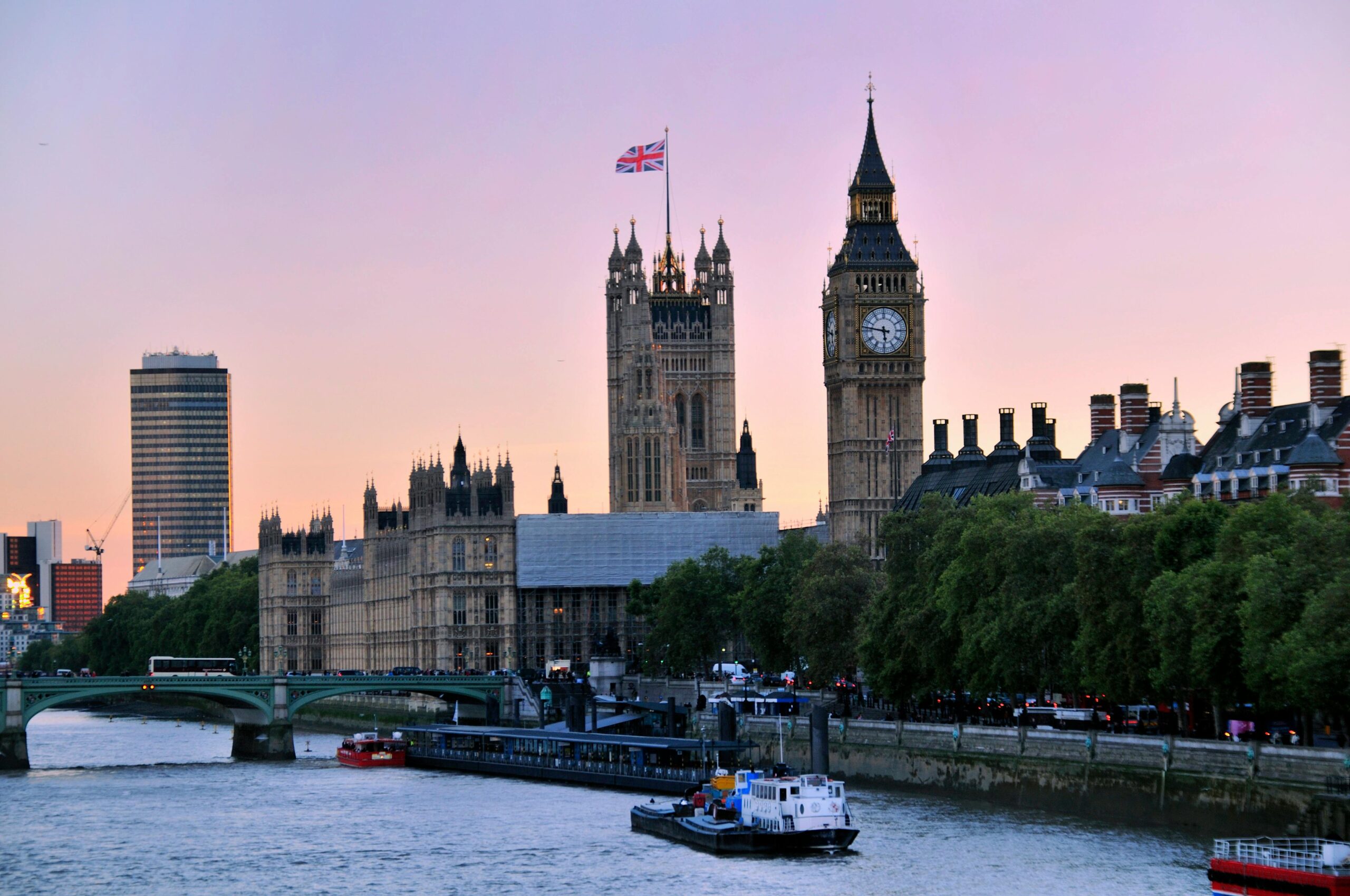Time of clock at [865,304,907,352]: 5:46
